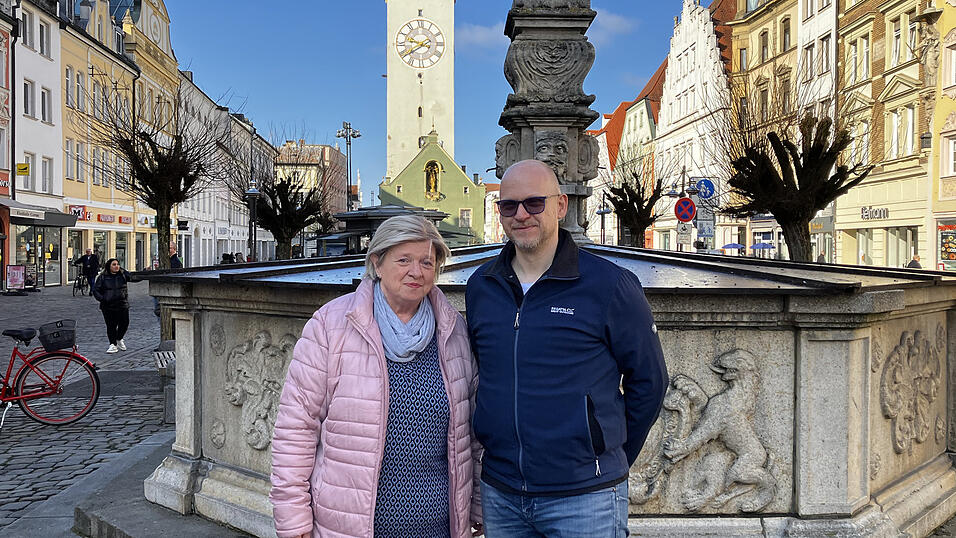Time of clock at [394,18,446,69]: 9:39
